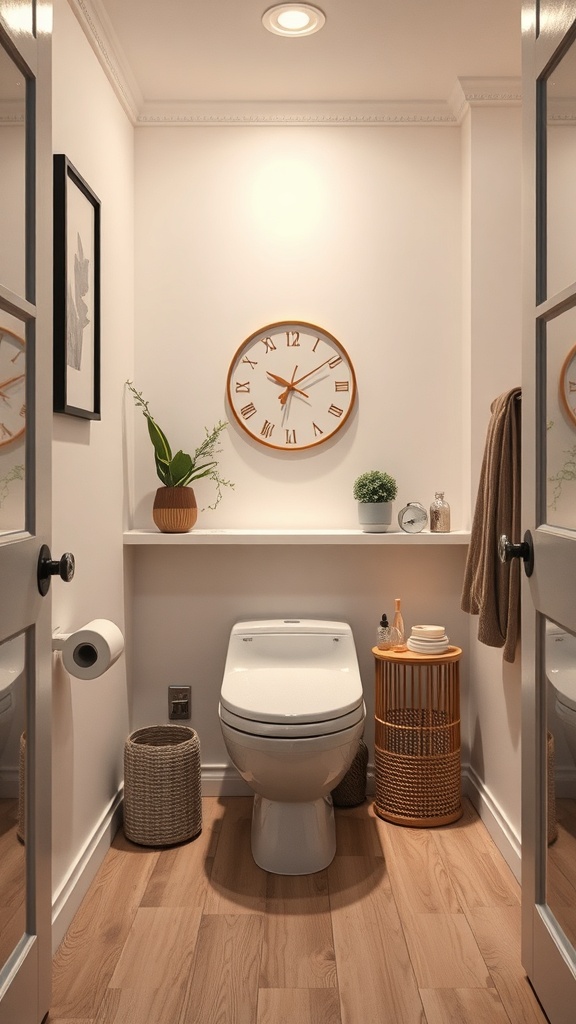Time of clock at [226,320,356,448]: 10:09
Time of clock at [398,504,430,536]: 8:12
